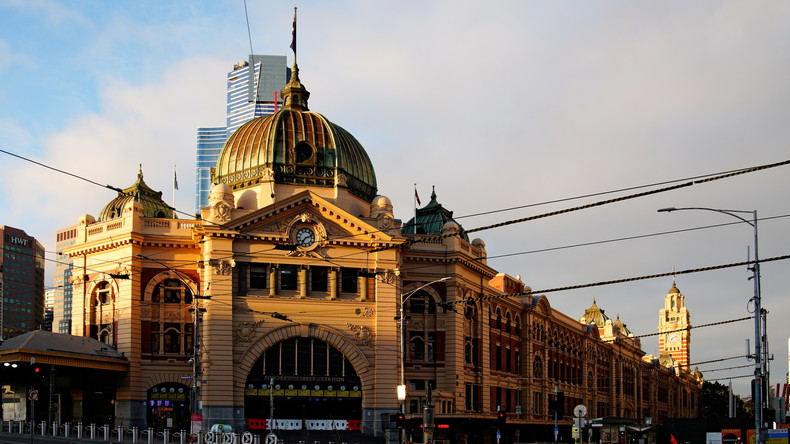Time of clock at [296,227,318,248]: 7:12
